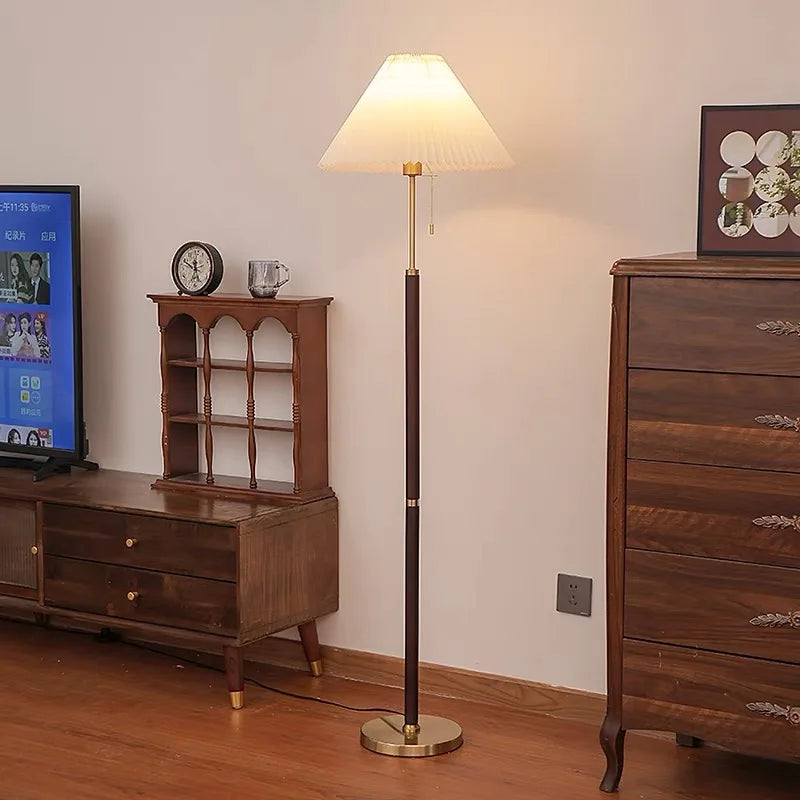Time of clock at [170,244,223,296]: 11:49
